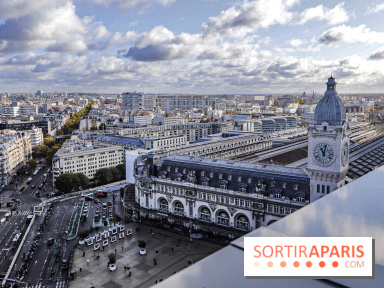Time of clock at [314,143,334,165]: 11:02
